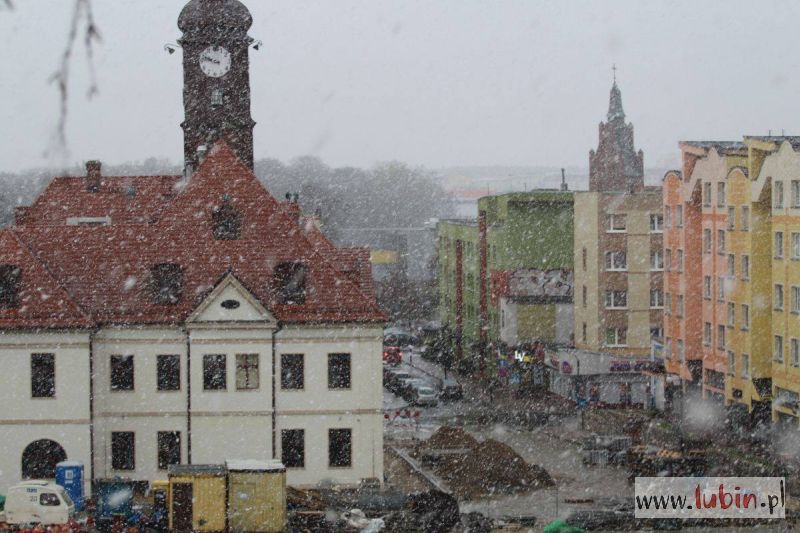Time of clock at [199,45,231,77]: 9:47
